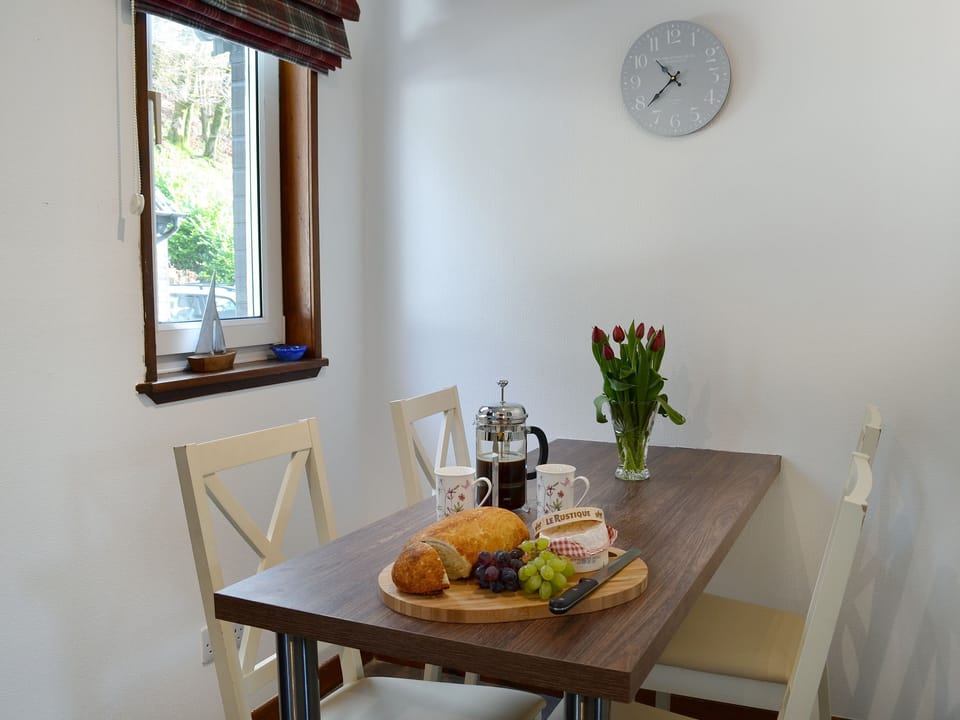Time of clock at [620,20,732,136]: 10:38
